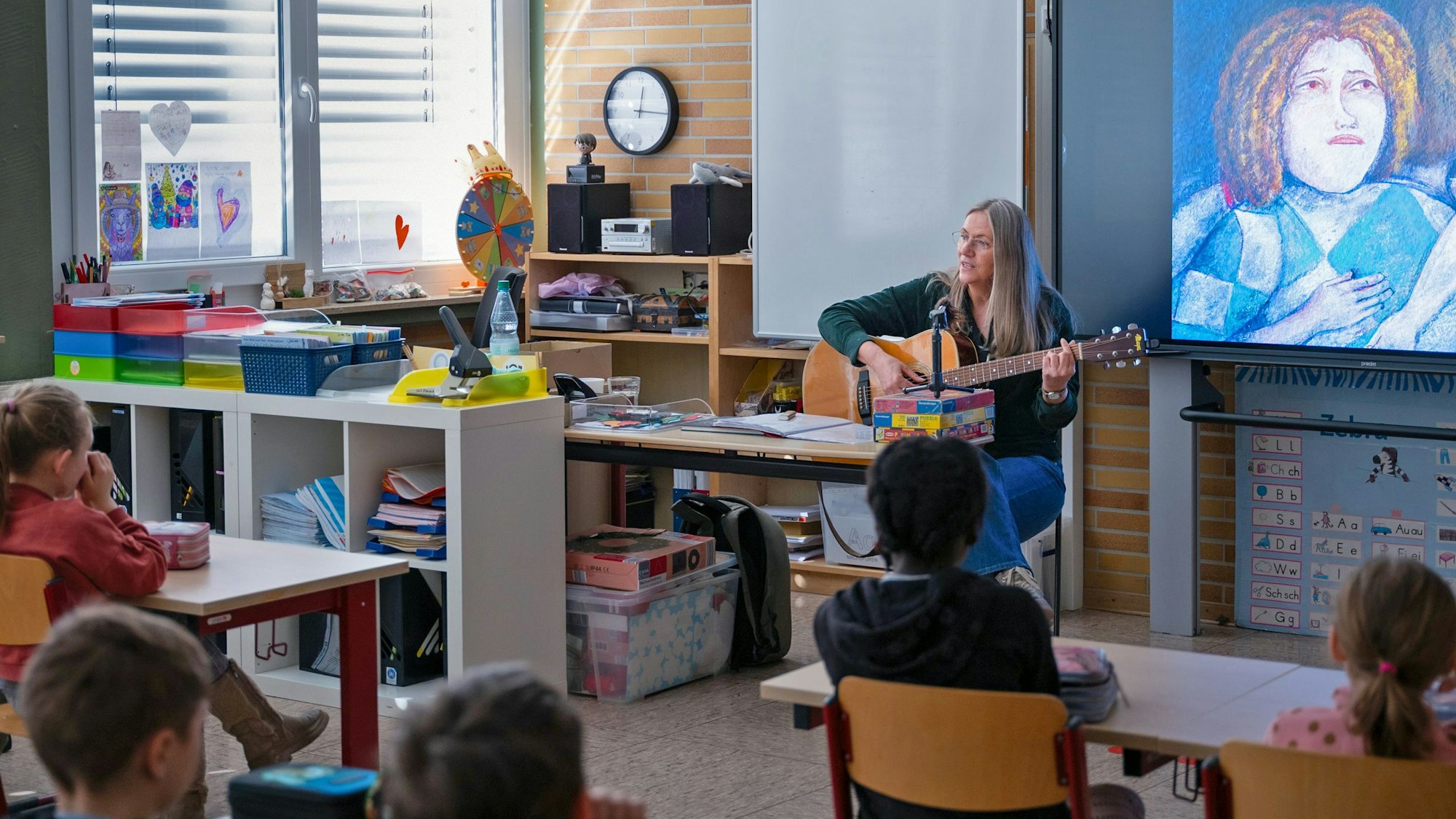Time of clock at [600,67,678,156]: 12:15
